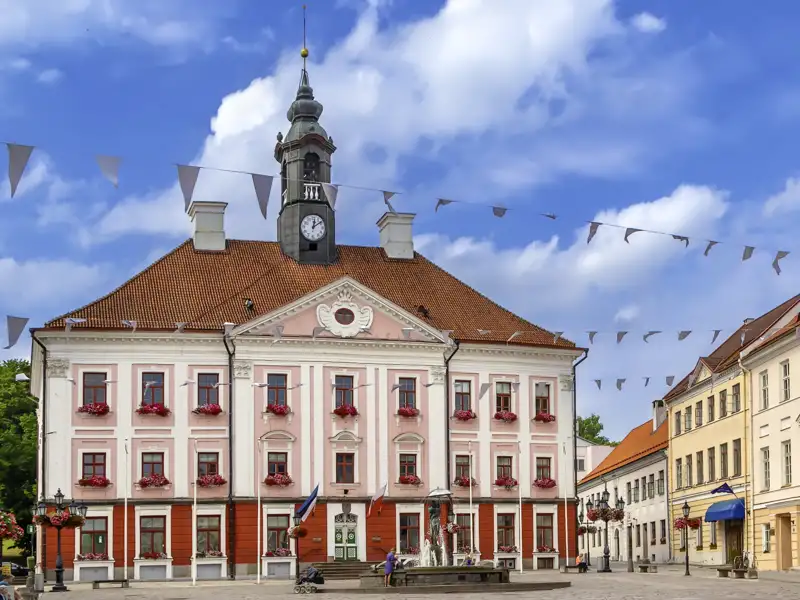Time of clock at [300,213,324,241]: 12:09
